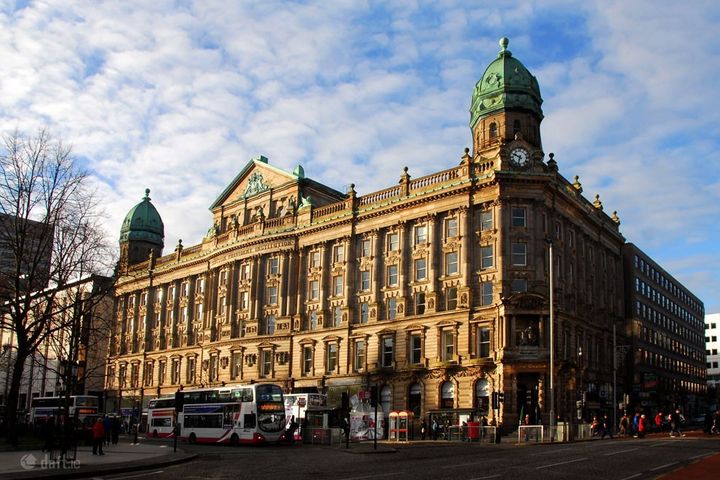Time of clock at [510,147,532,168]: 9:33
